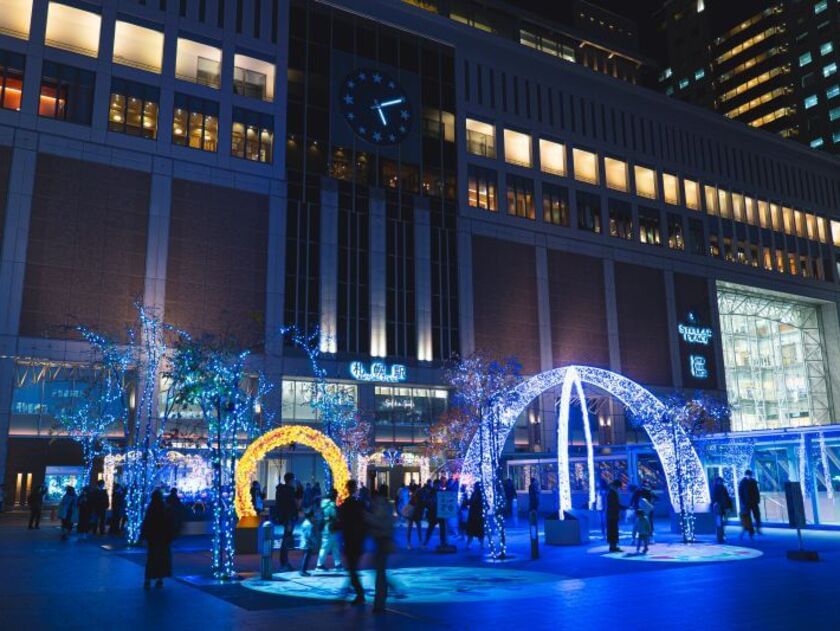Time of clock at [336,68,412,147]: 5:10
